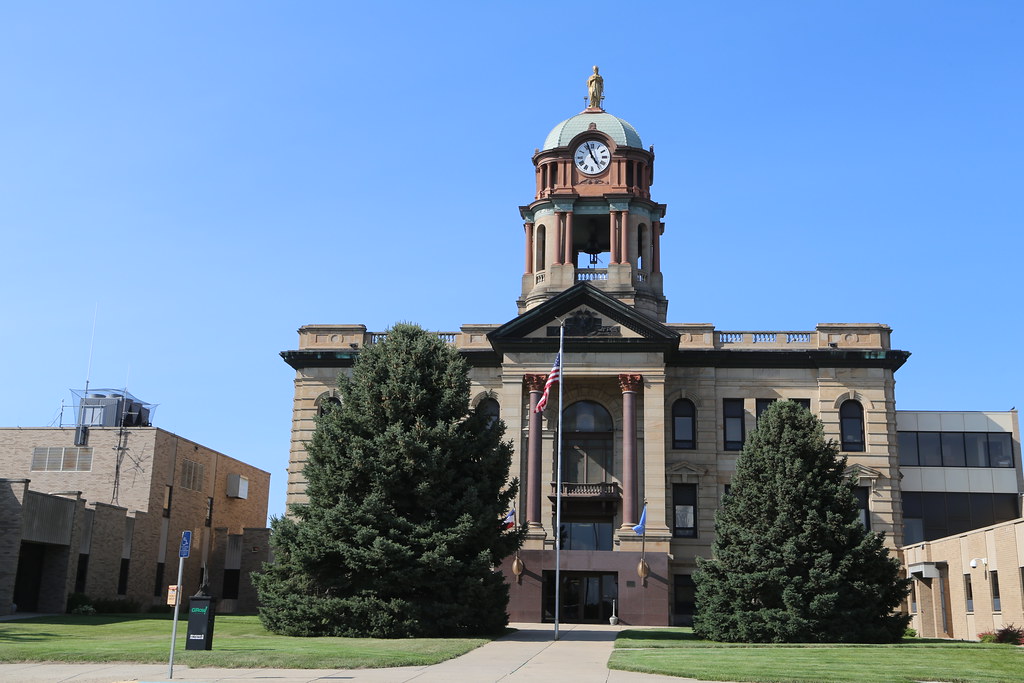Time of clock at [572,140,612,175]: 4:56
